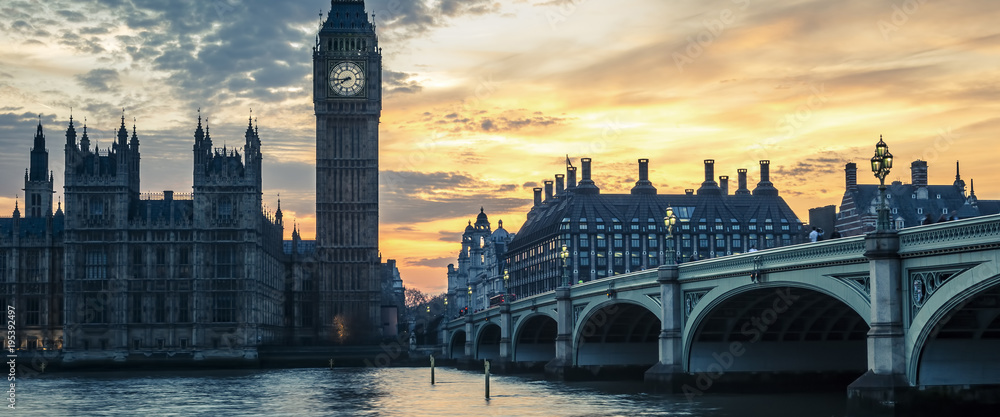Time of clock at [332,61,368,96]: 7:43
